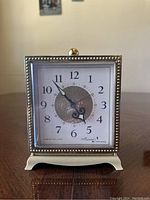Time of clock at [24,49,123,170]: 4:53
